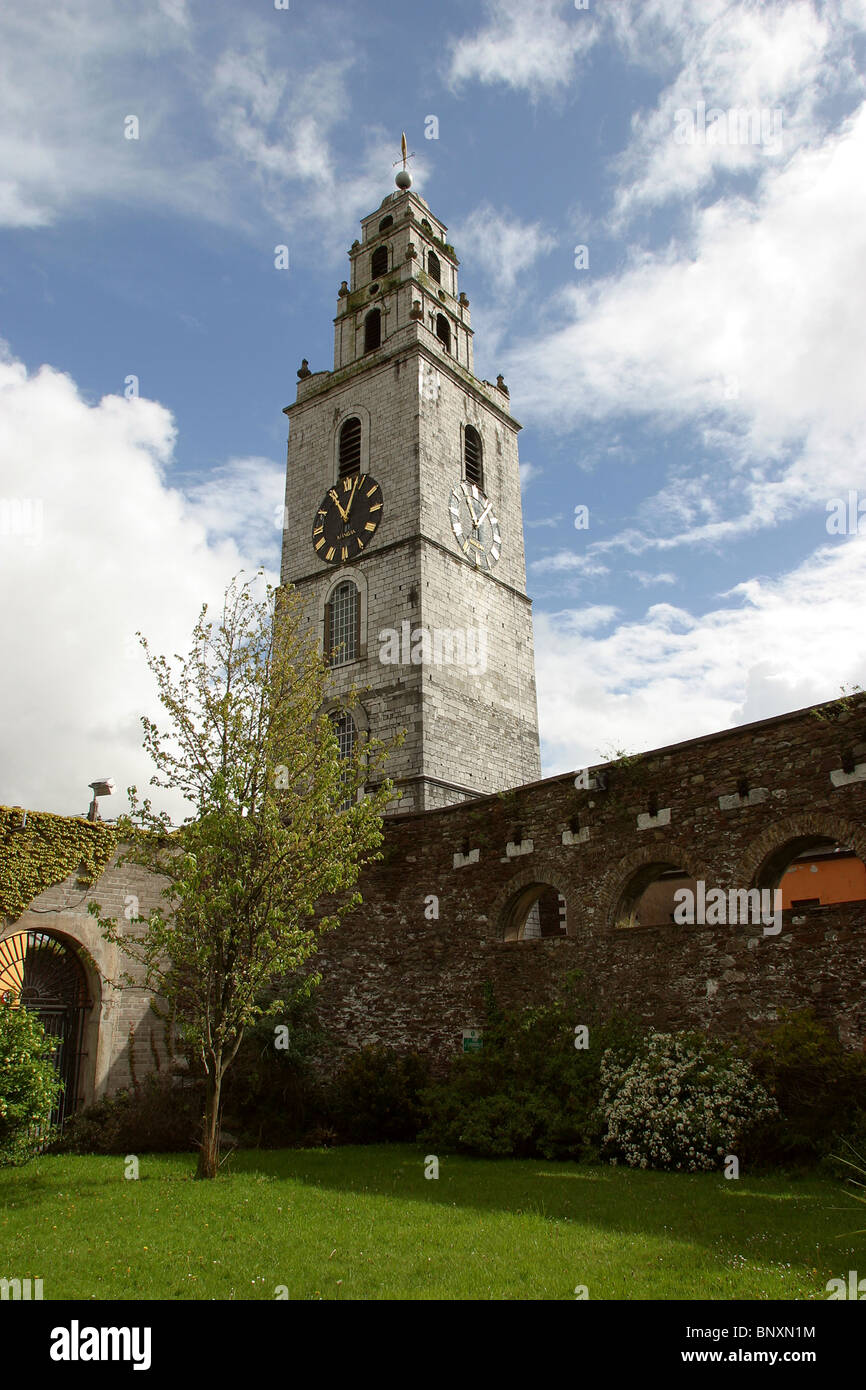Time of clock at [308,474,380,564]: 11:03
